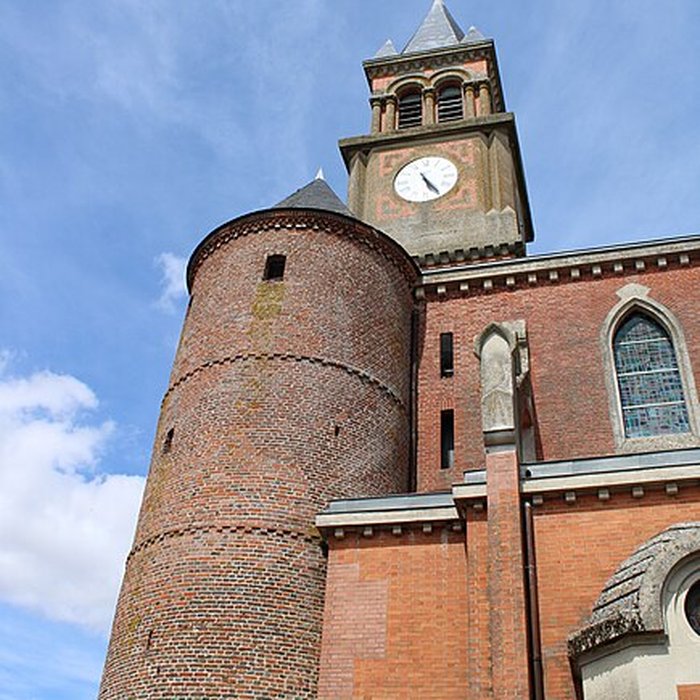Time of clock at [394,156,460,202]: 5:24
